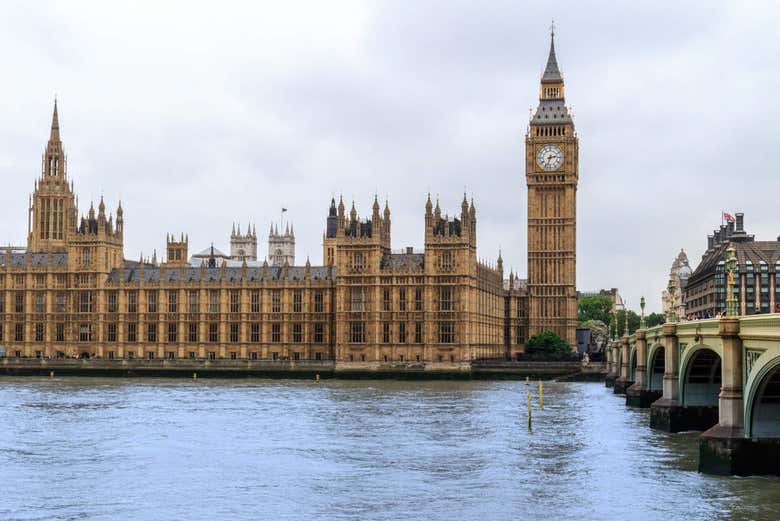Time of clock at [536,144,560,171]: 2:33
